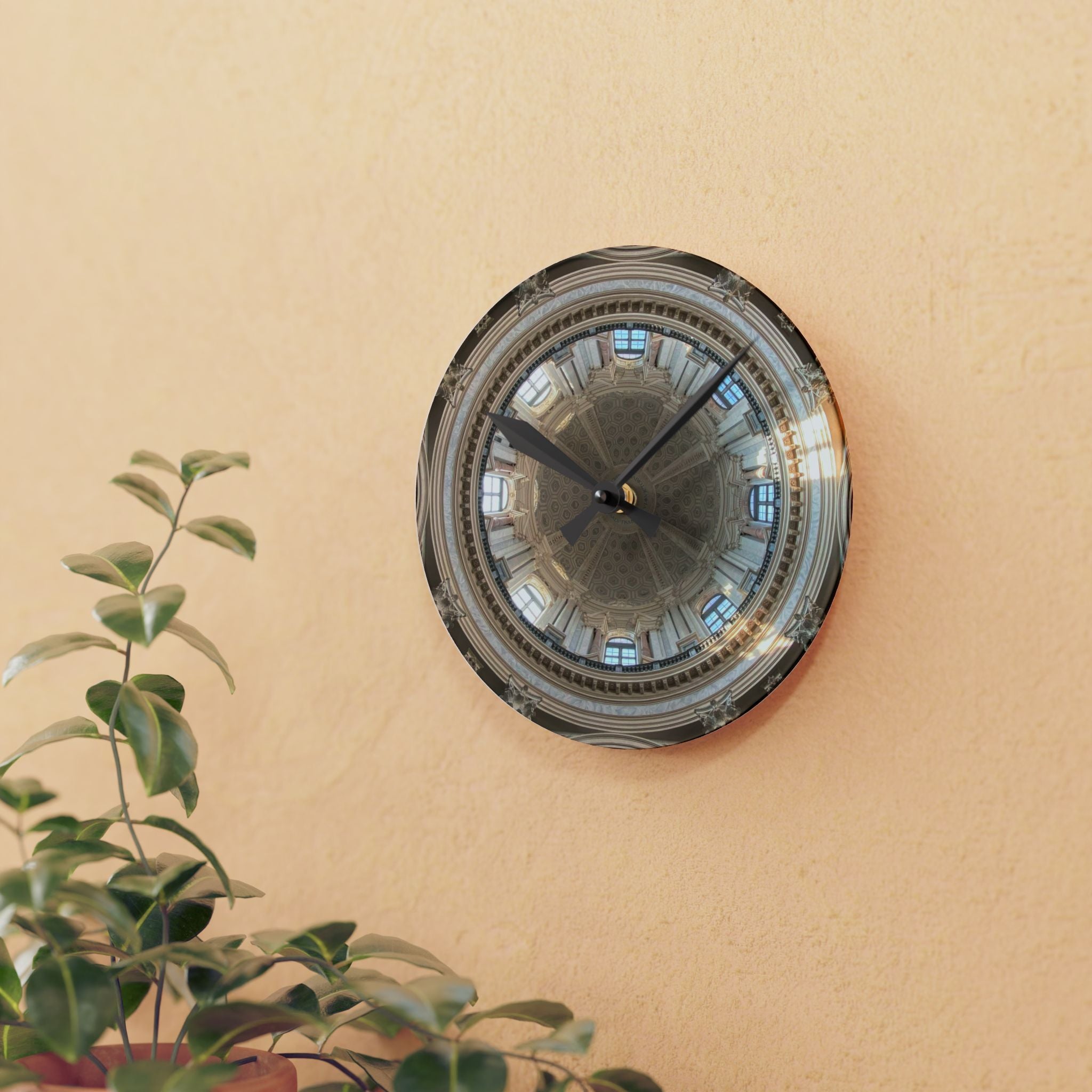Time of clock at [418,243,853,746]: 10:07
